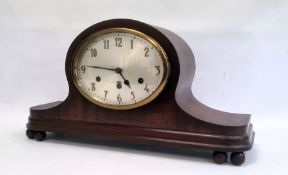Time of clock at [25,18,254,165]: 4:46
